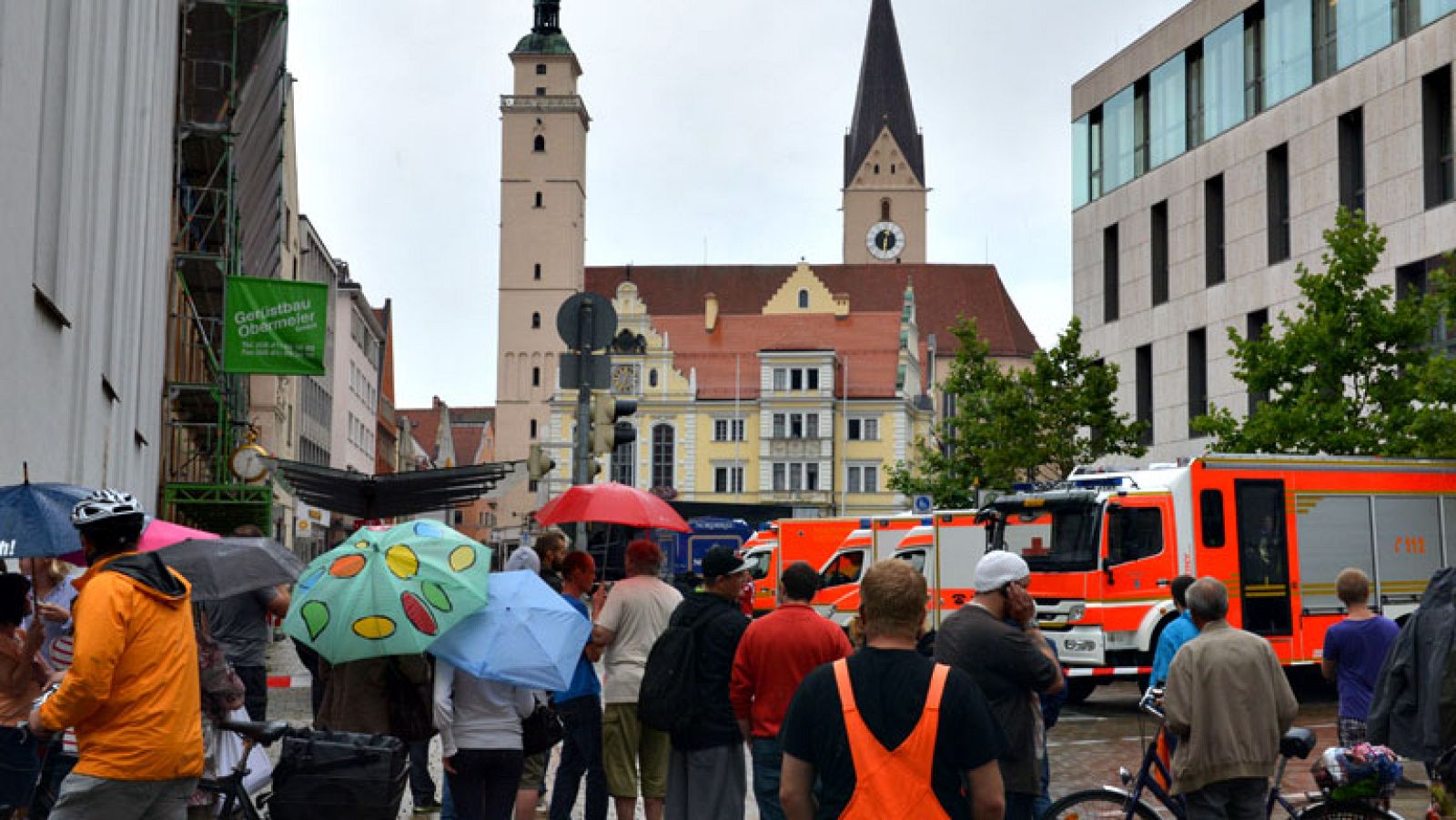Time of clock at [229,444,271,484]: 2:32
